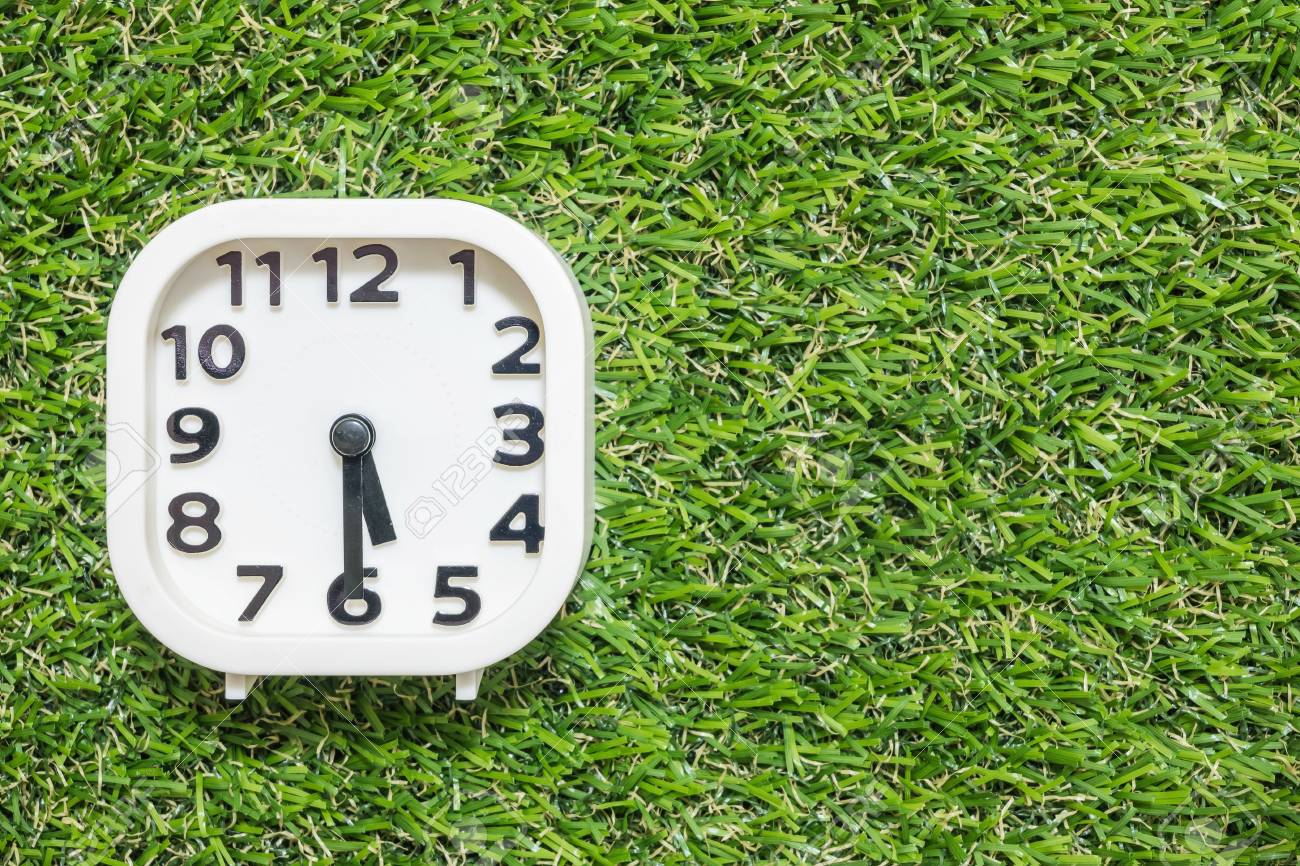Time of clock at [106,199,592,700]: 5:29
